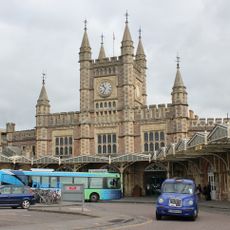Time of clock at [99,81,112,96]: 10:34
